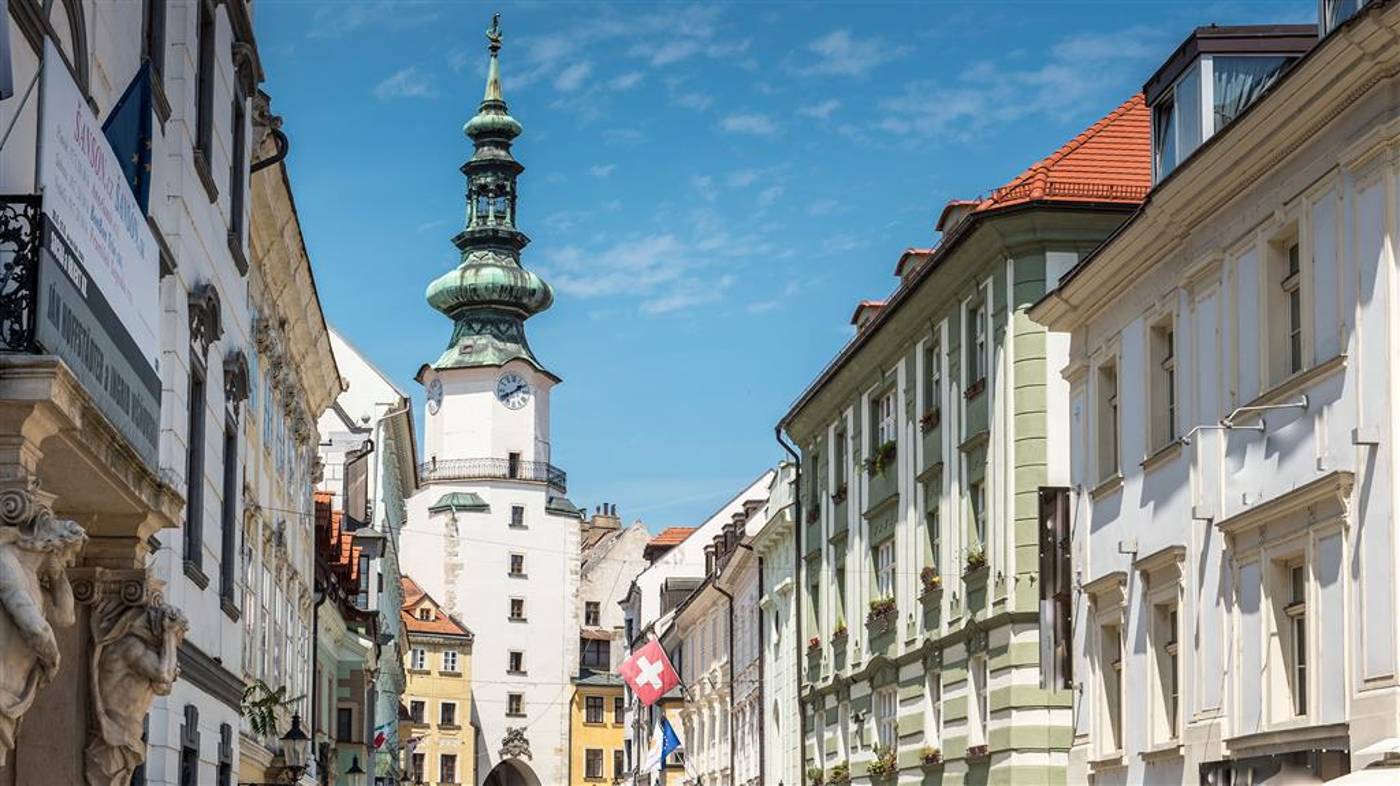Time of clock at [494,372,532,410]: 1:40
